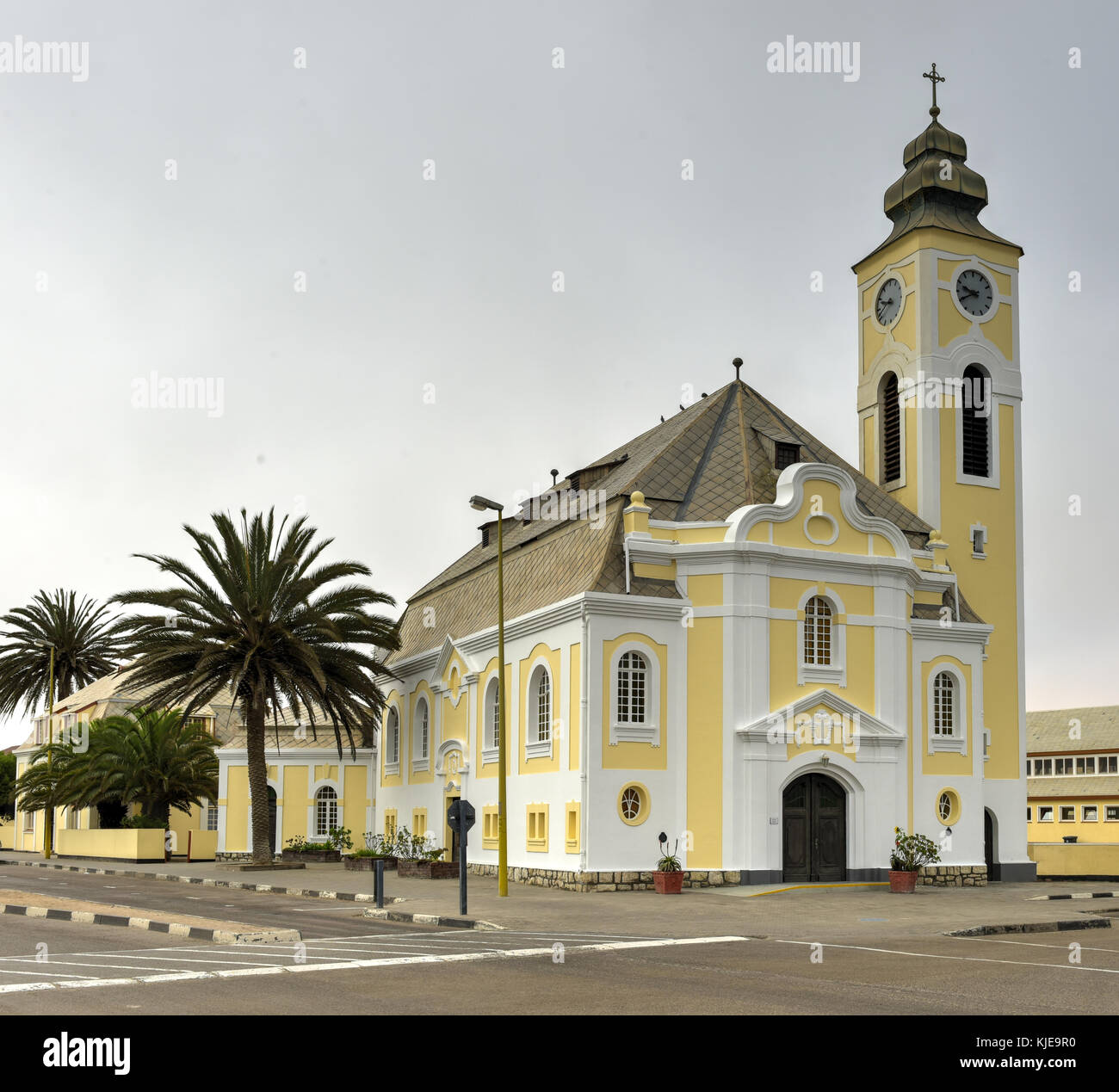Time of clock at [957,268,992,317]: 9:40
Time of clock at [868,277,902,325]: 9:41
